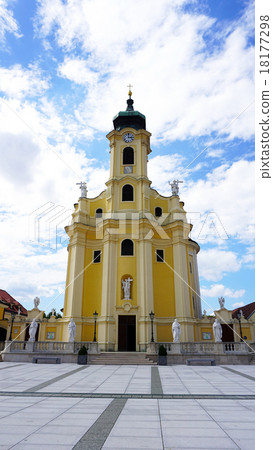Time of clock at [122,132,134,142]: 3:01
